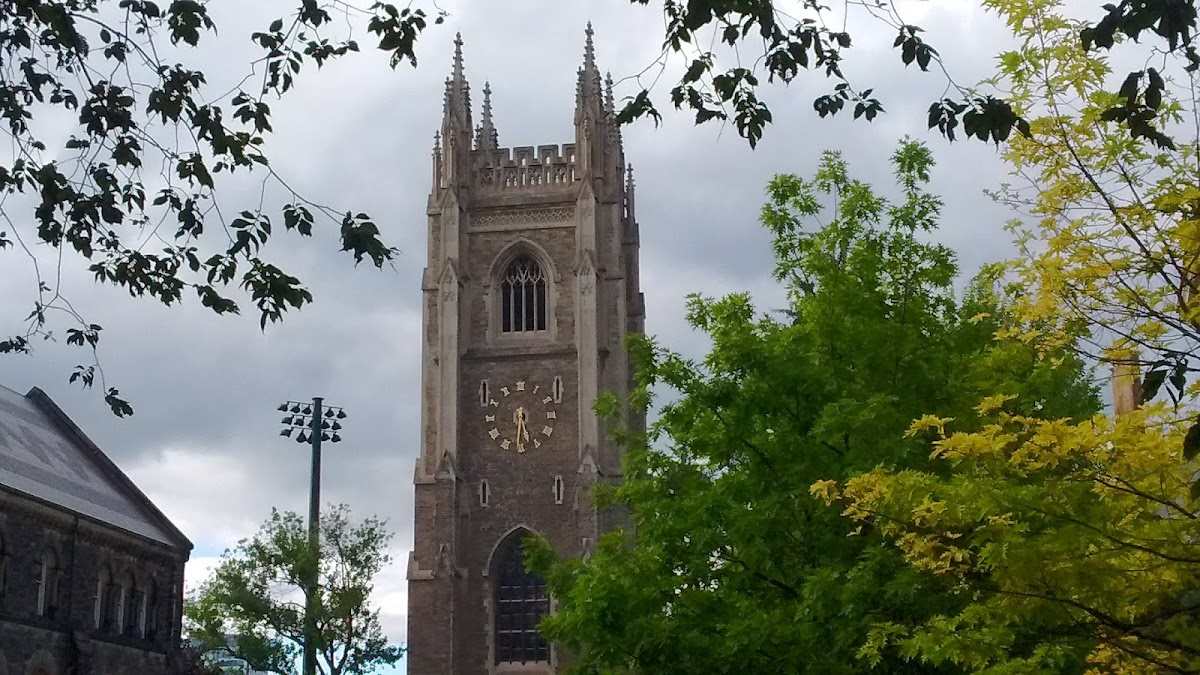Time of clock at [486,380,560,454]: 5:31
